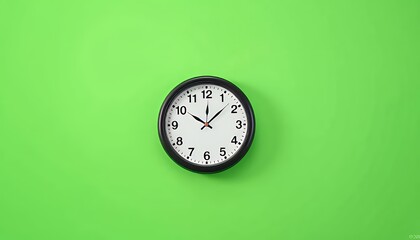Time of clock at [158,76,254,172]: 10:07
